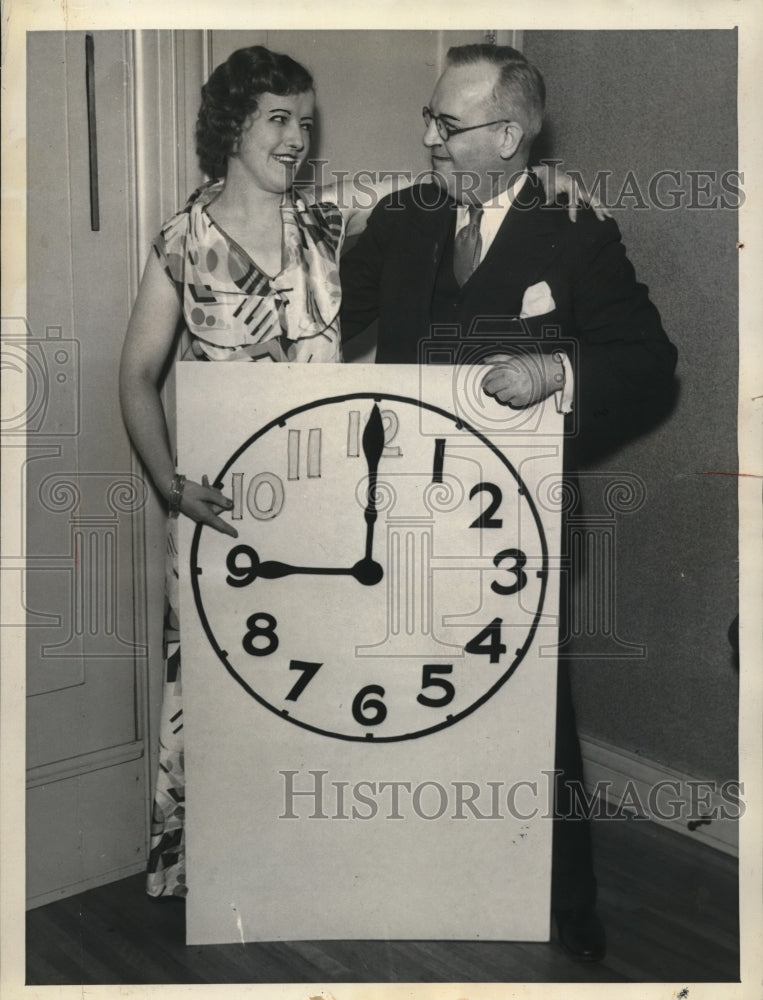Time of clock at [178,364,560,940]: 9:00
